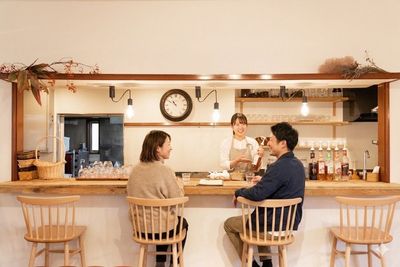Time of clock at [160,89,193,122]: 10:50
